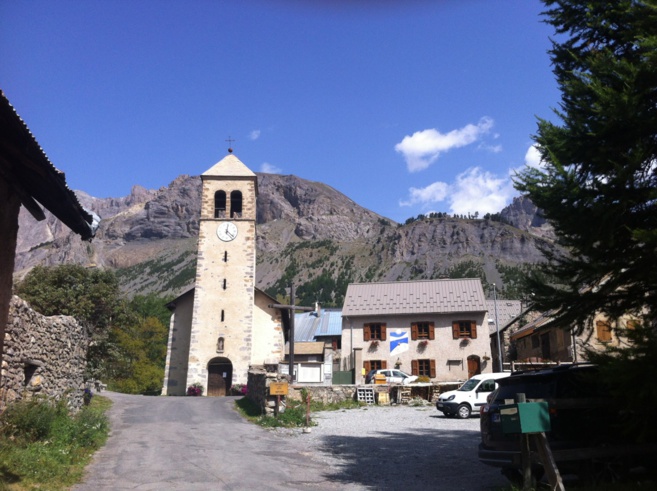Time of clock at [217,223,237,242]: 12:22
